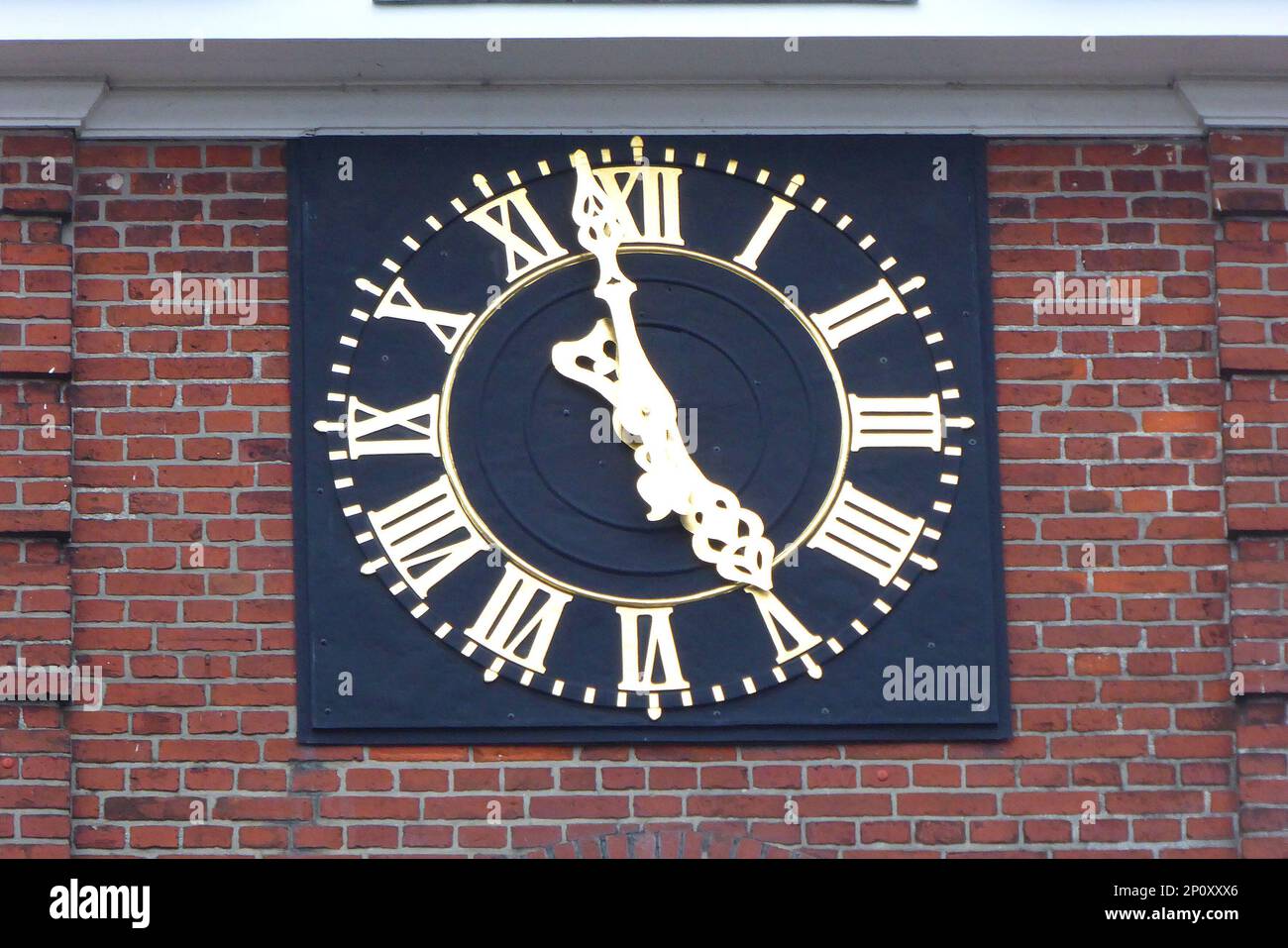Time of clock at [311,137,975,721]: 4:57
